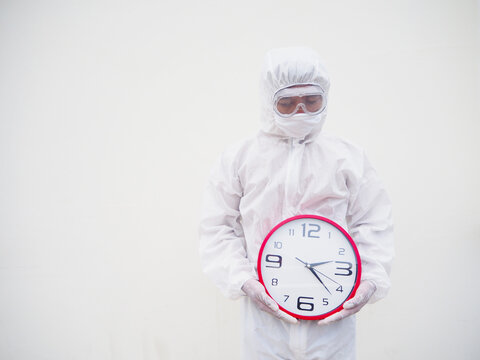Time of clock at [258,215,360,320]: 2:22
